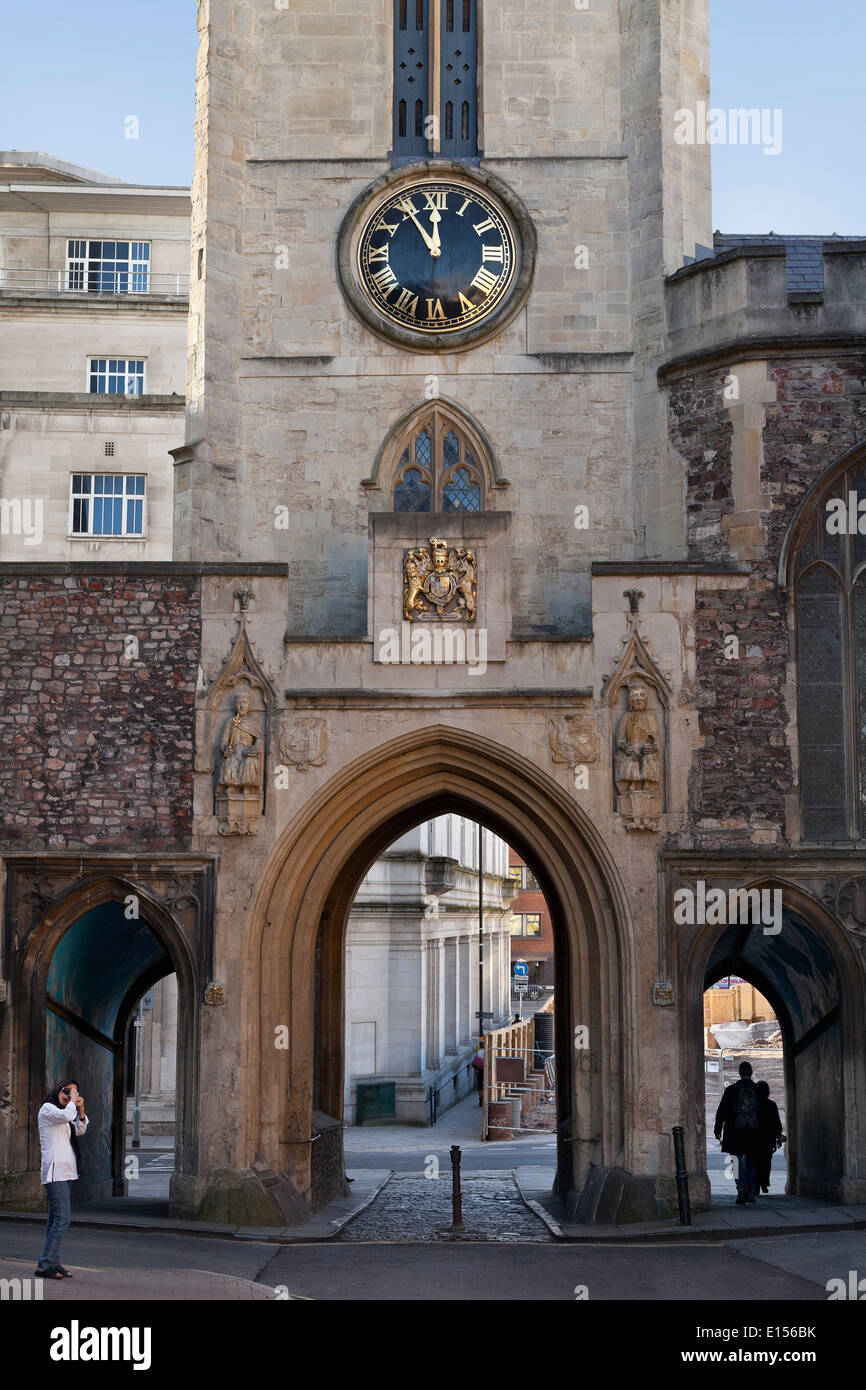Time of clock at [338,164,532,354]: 11:54
